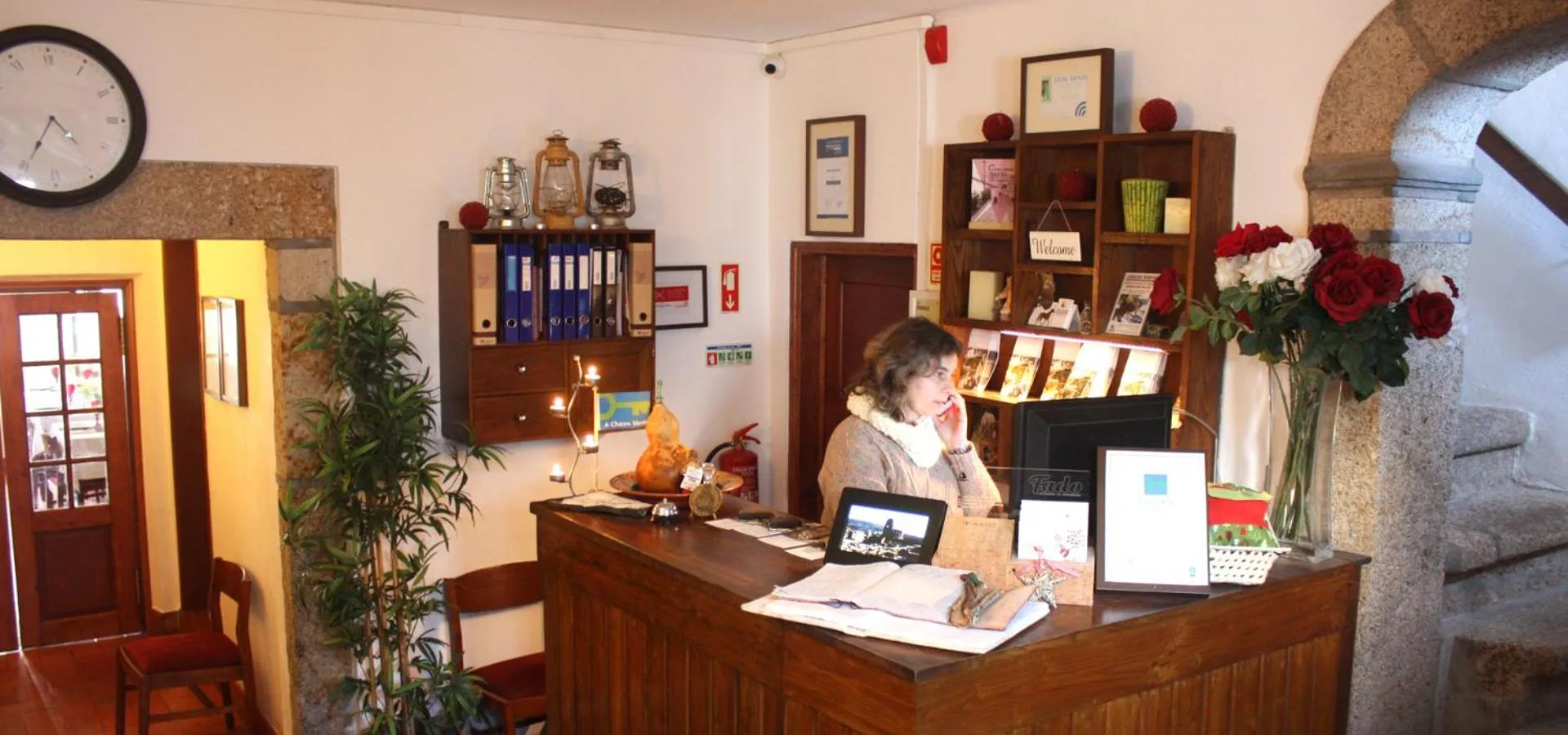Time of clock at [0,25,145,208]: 4:34
